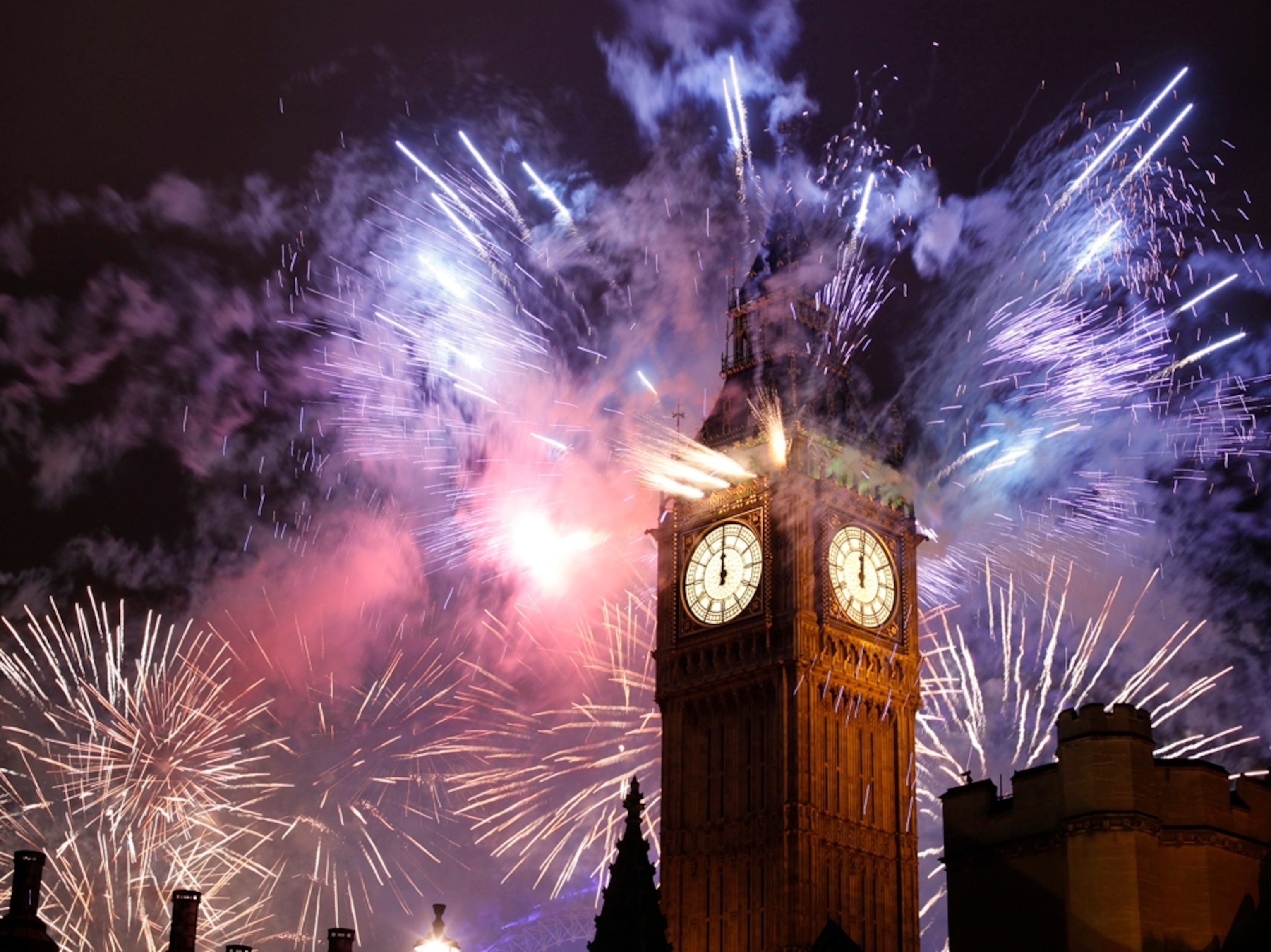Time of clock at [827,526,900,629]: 12:00
